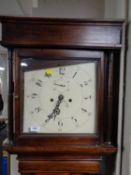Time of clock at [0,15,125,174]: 6:34
